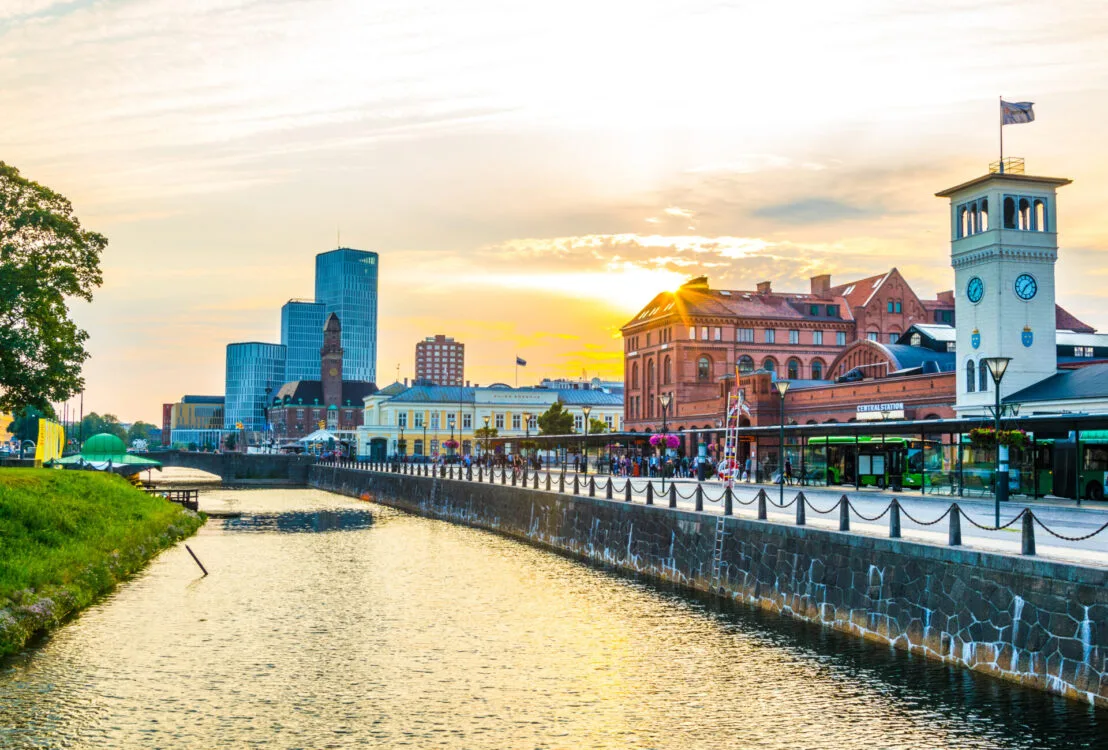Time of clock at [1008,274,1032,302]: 7:08
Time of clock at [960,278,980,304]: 7:07
